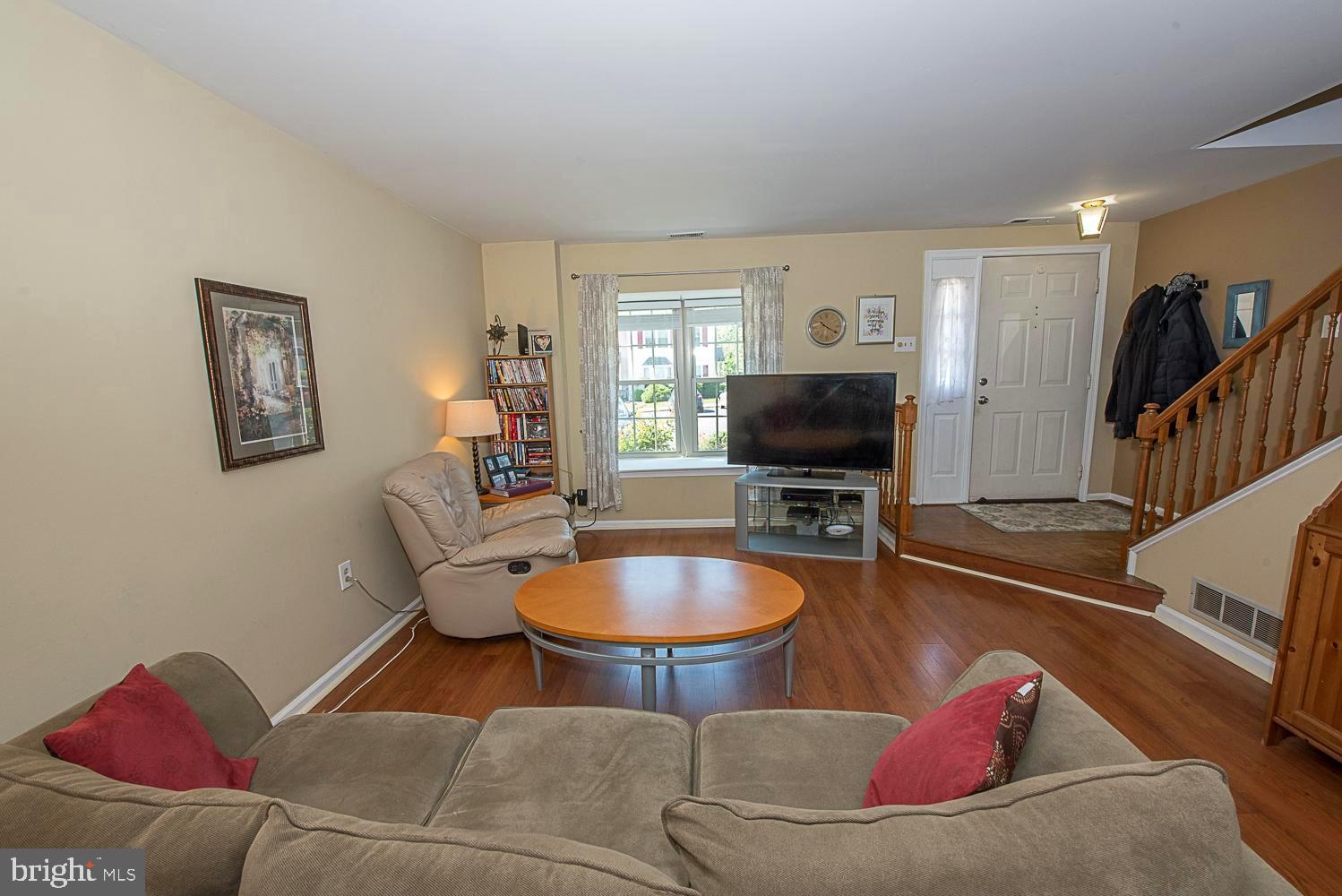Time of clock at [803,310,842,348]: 10:20
